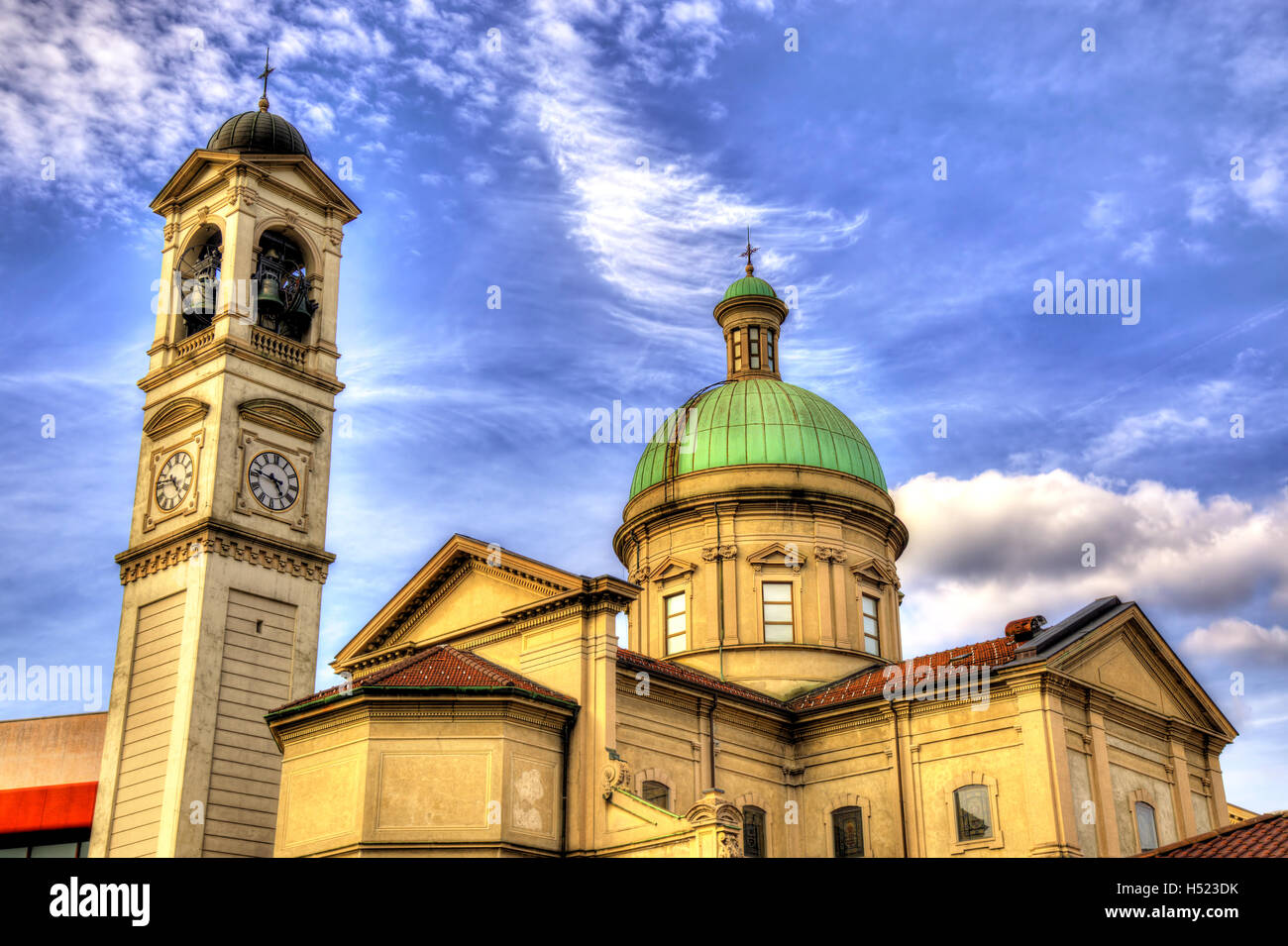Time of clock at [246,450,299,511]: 4:46
